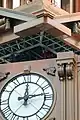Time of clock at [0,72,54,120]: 12:13
